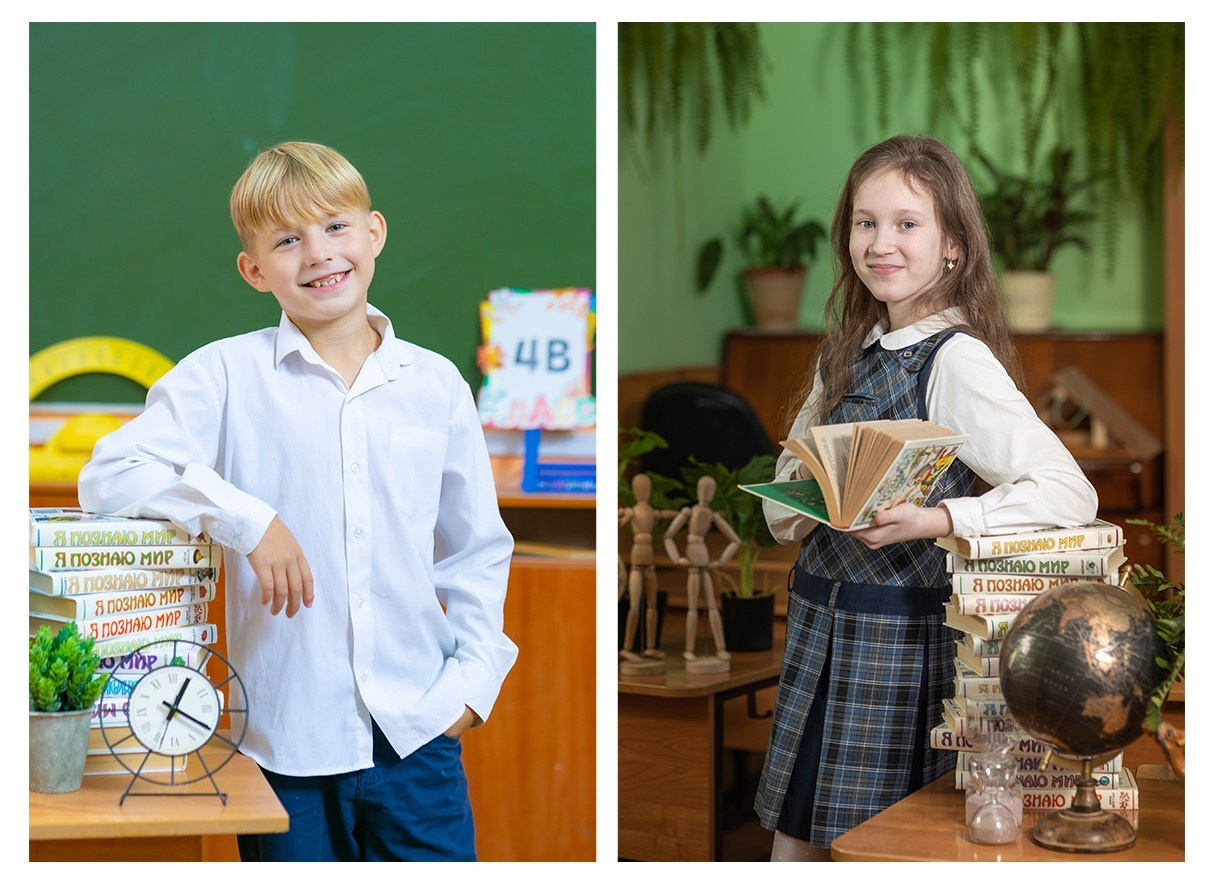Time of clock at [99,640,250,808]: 1:20
